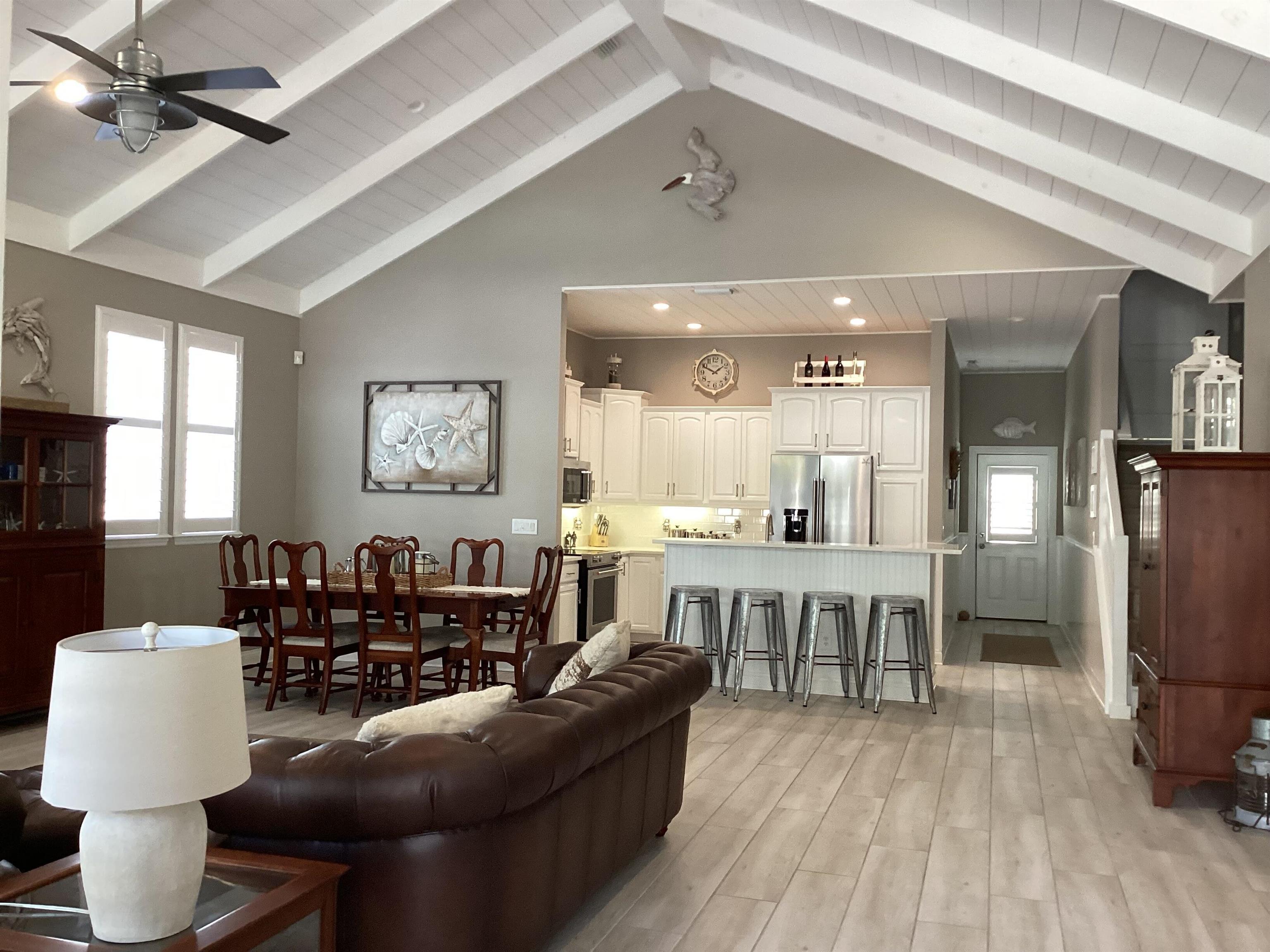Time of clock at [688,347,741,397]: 1:49
